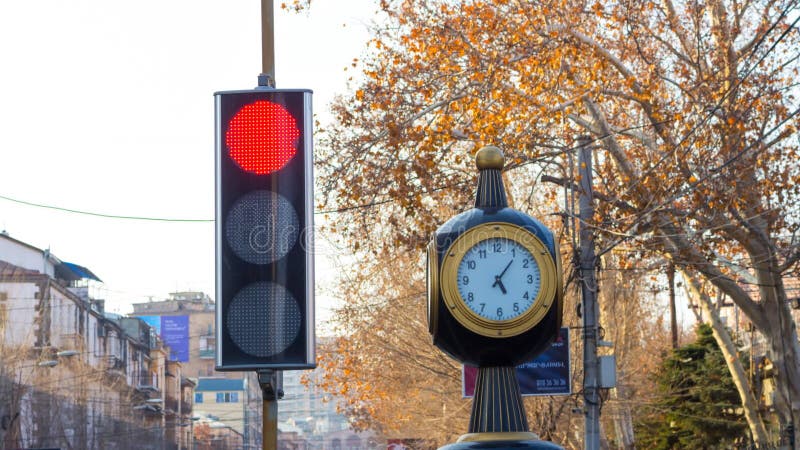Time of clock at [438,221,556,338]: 5:06
